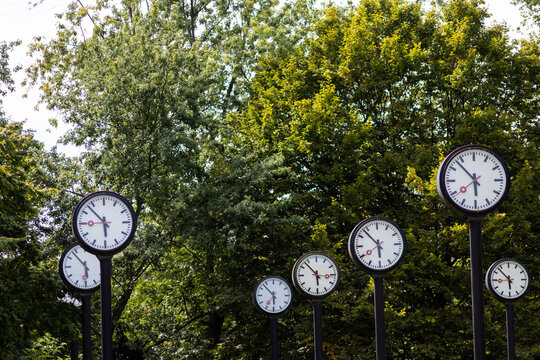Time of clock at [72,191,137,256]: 5:52
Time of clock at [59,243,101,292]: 5:53
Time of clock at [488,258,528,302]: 5:52
